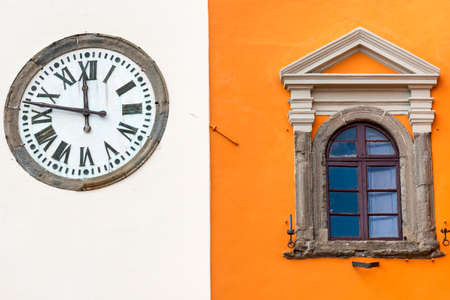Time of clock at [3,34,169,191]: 11:47
